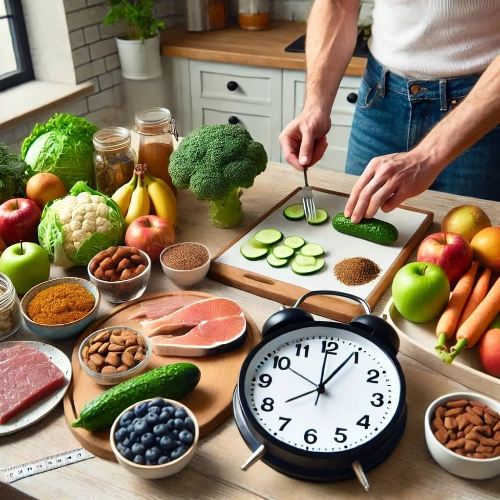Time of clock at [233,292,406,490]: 12:59
